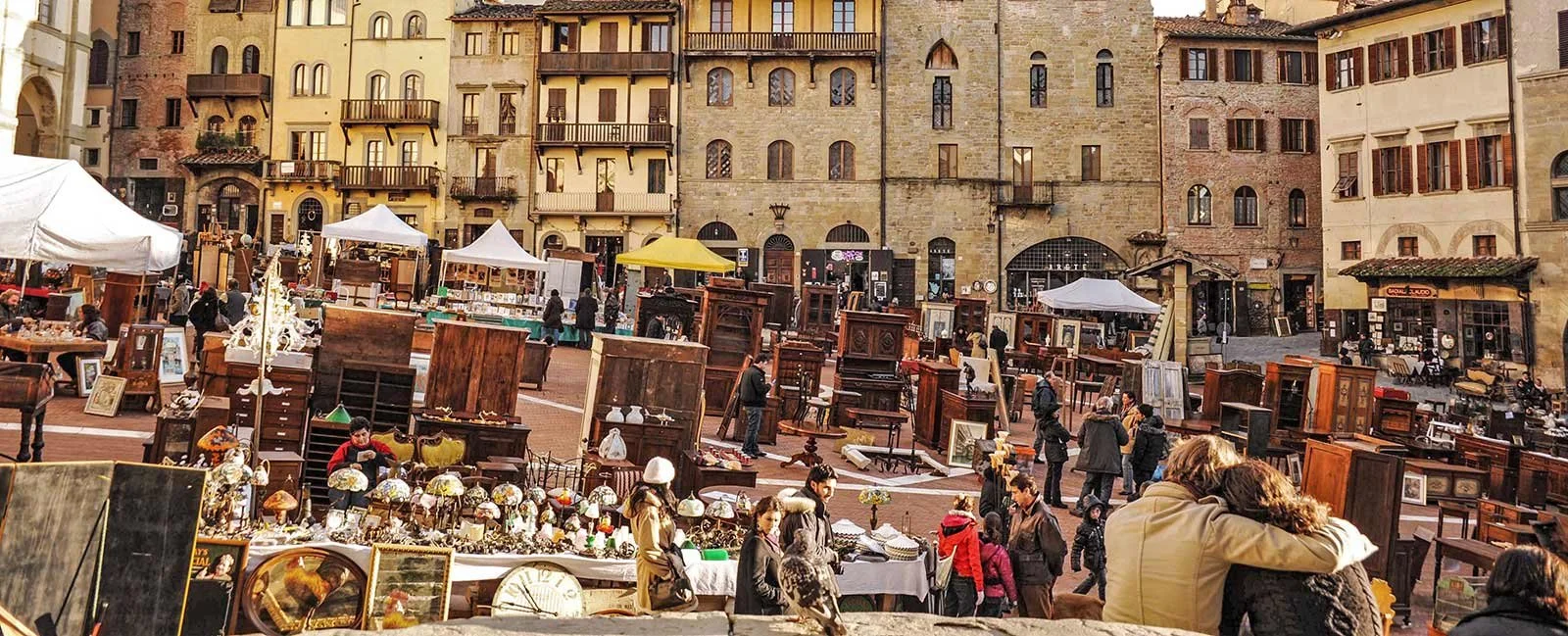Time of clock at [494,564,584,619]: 10:47
